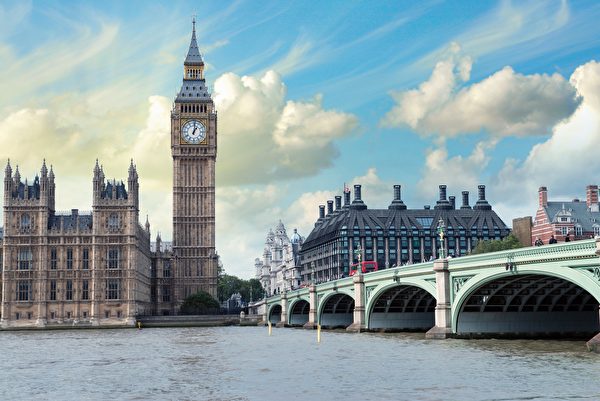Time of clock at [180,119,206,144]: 1:01
